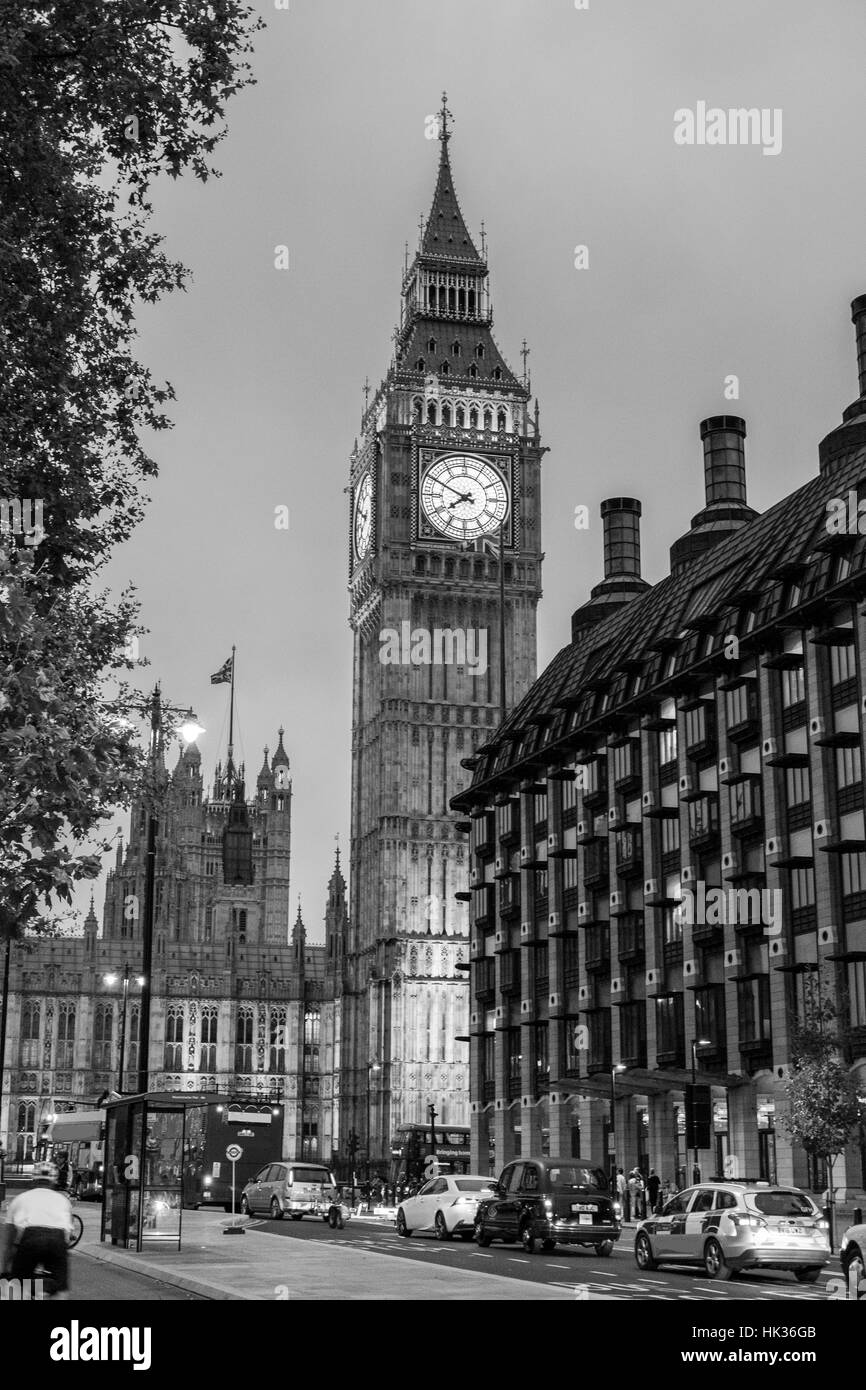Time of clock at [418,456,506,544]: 7:49
